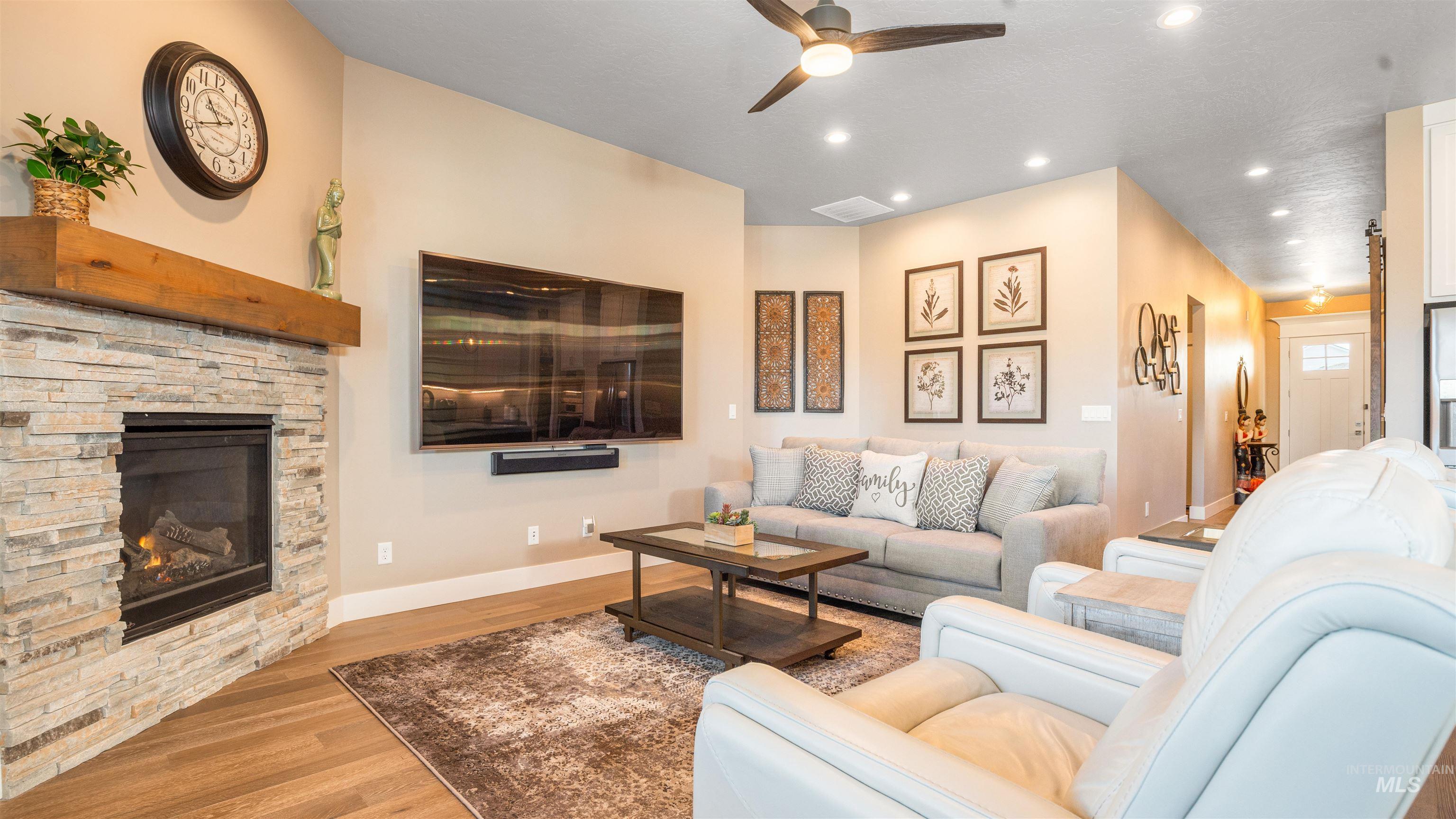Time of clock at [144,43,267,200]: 10:41
